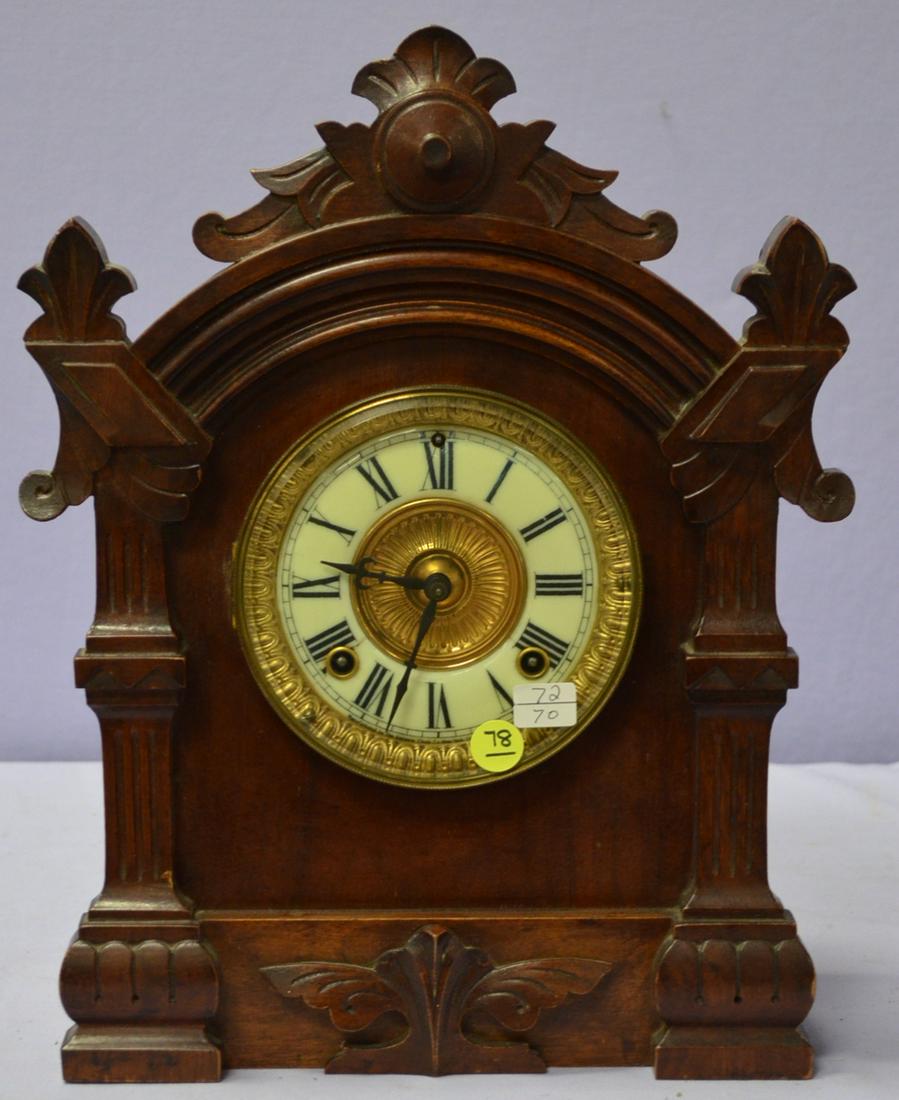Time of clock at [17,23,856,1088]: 9:34
